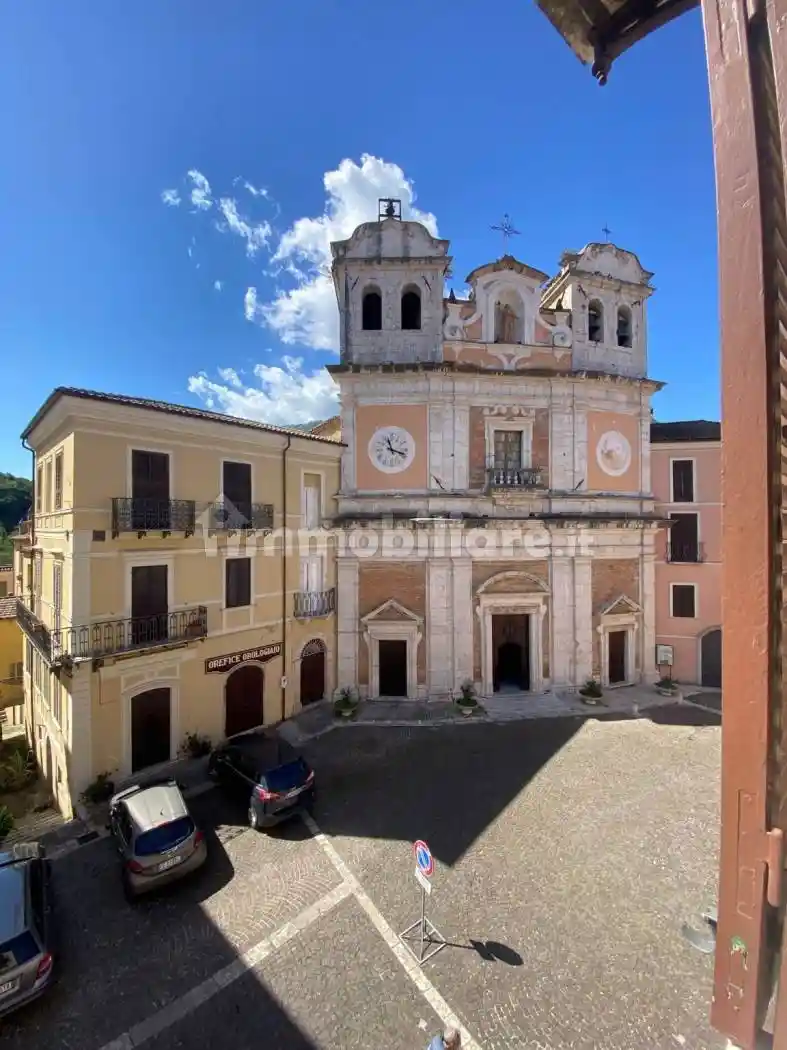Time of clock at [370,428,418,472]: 11:17
